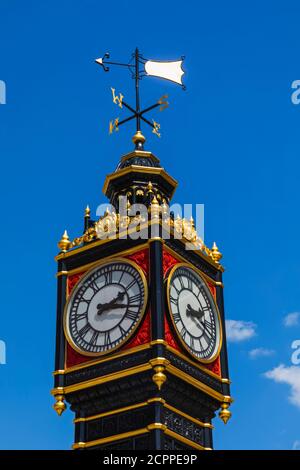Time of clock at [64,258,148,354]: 2:17
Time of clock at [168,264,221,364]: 2:18
